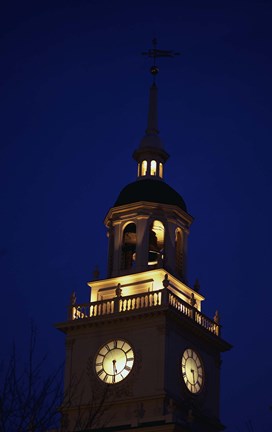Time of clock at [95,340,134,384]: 5:29
